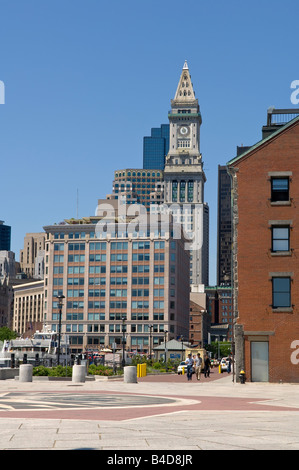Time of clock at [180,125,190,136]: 8:57
